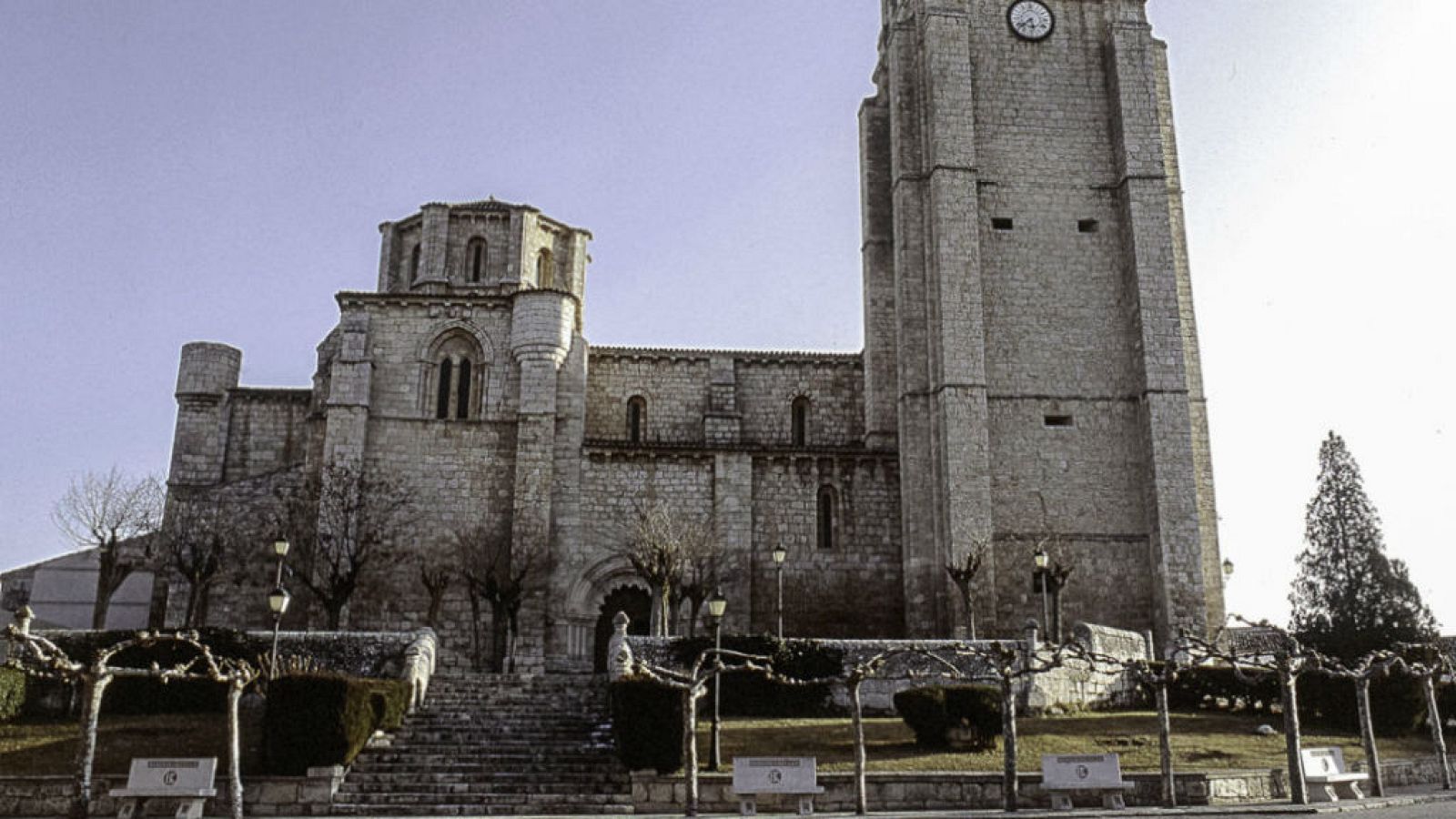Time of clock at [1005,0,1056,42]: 5:38
